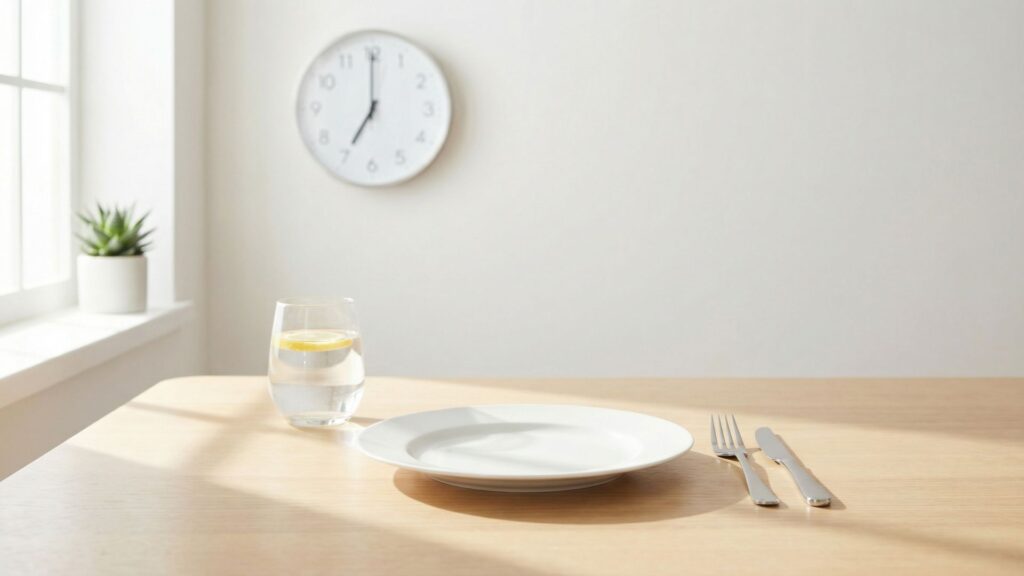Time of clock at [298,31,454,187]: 7:00
